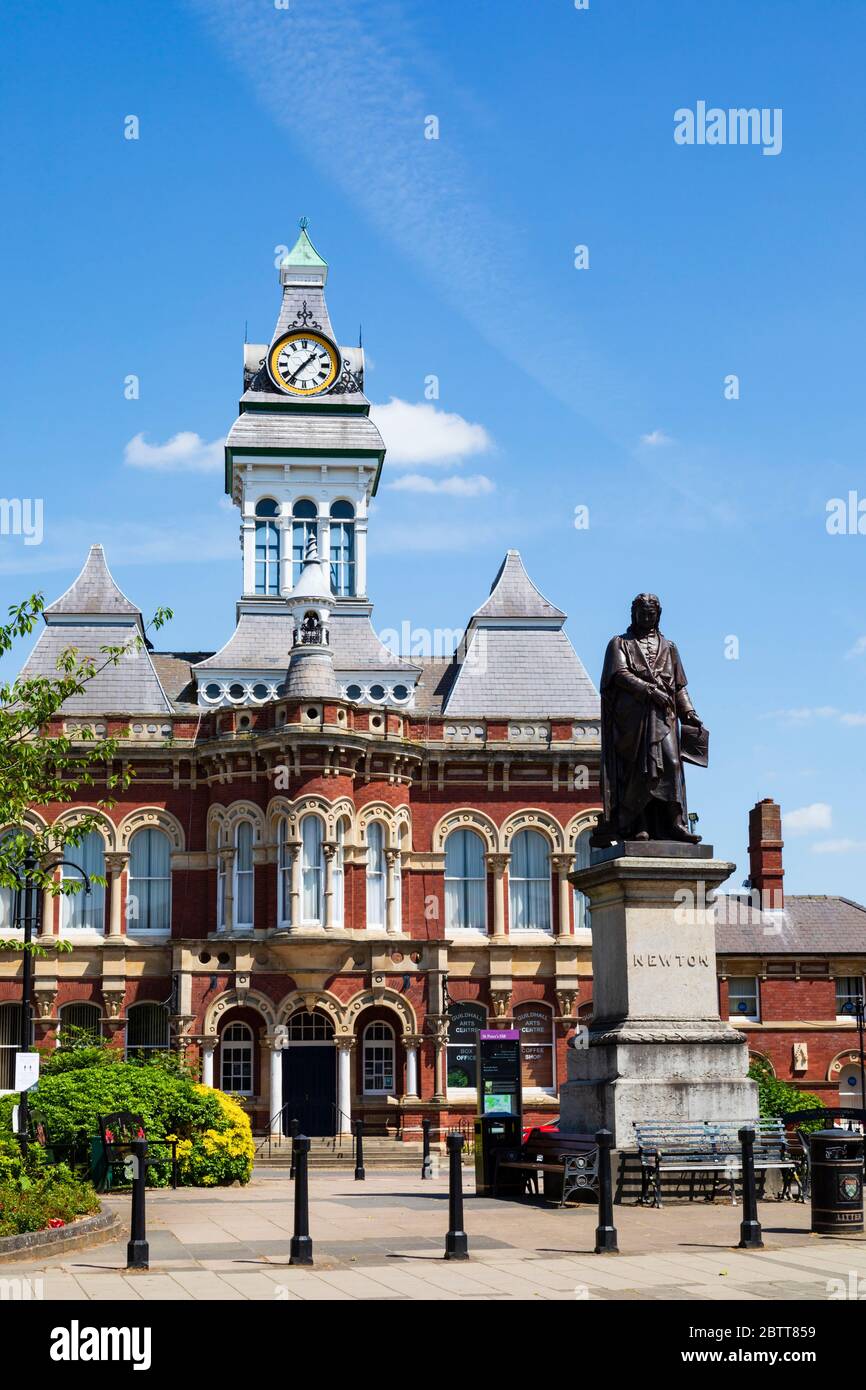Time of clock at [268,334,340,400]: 1:36
